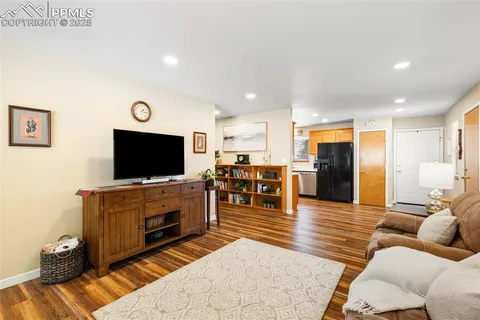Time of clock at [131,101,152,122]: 1:16
